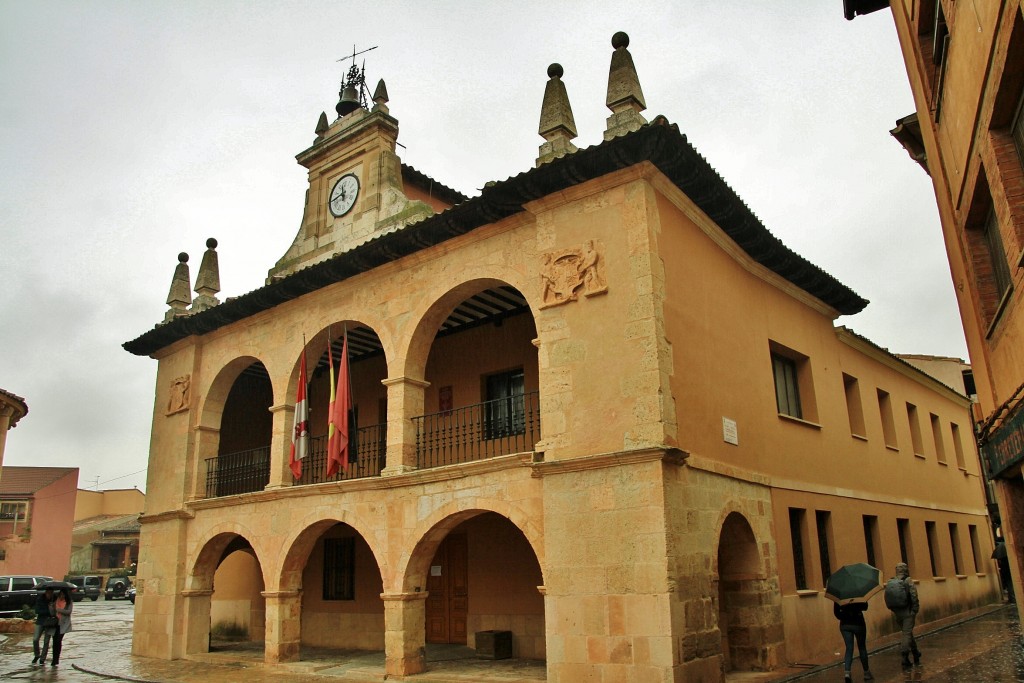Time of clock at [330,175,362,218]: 11:43
